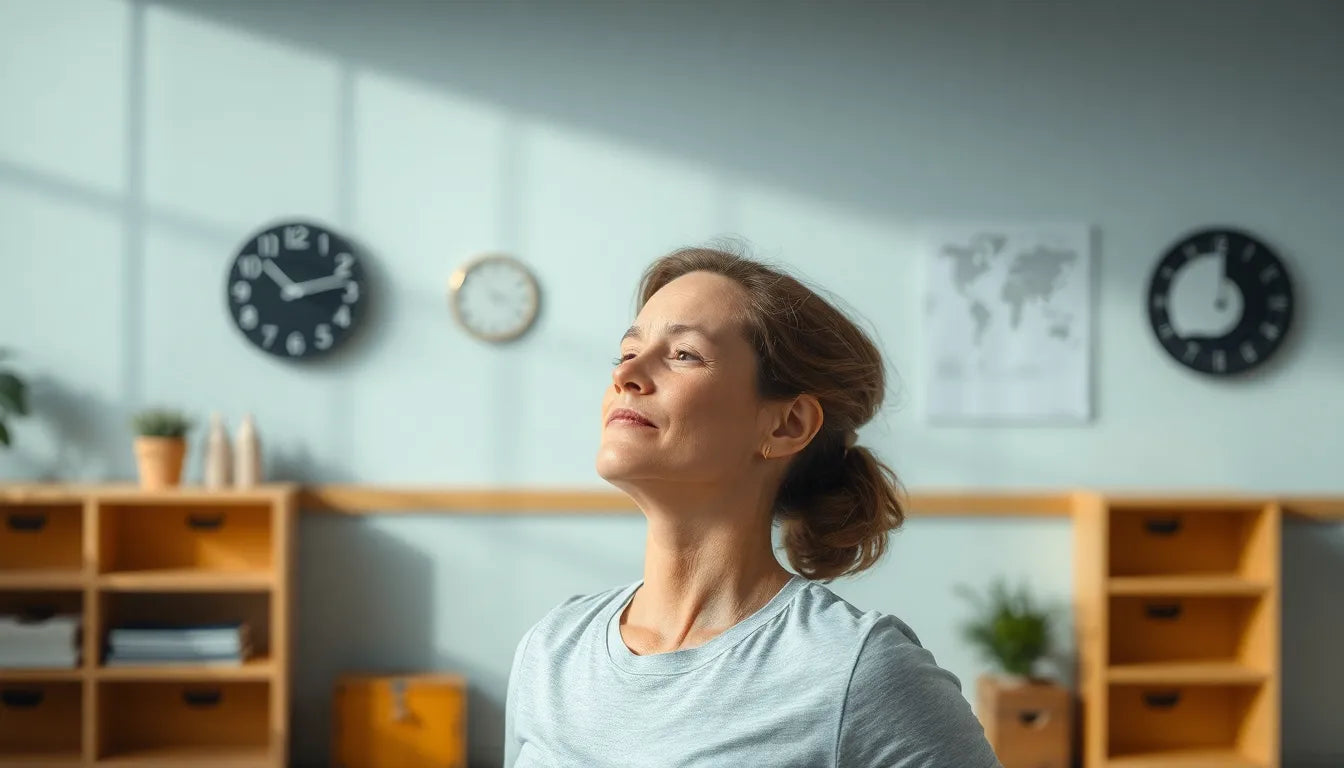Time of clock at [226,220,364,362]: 10:12
